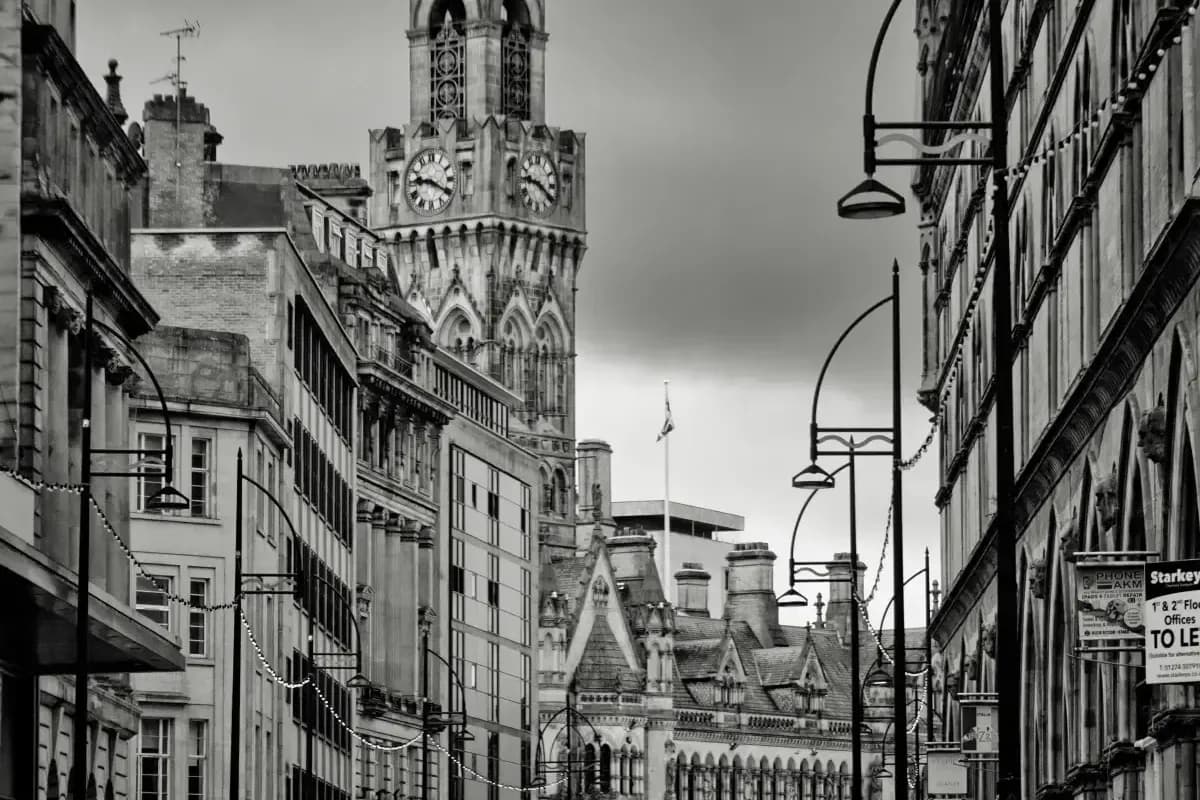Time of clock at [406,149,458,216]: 9:20
